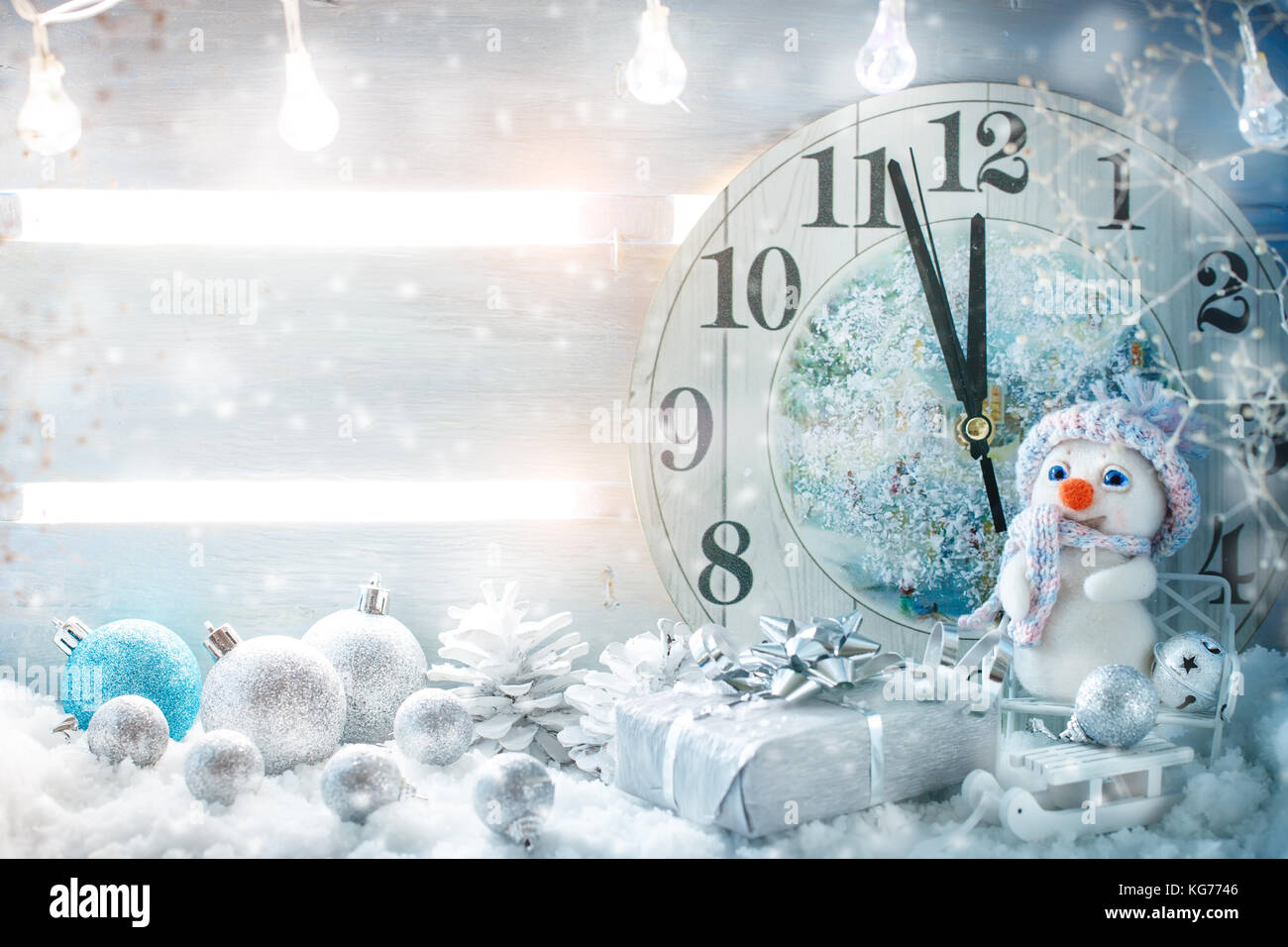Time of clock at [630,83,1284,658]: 11:56
